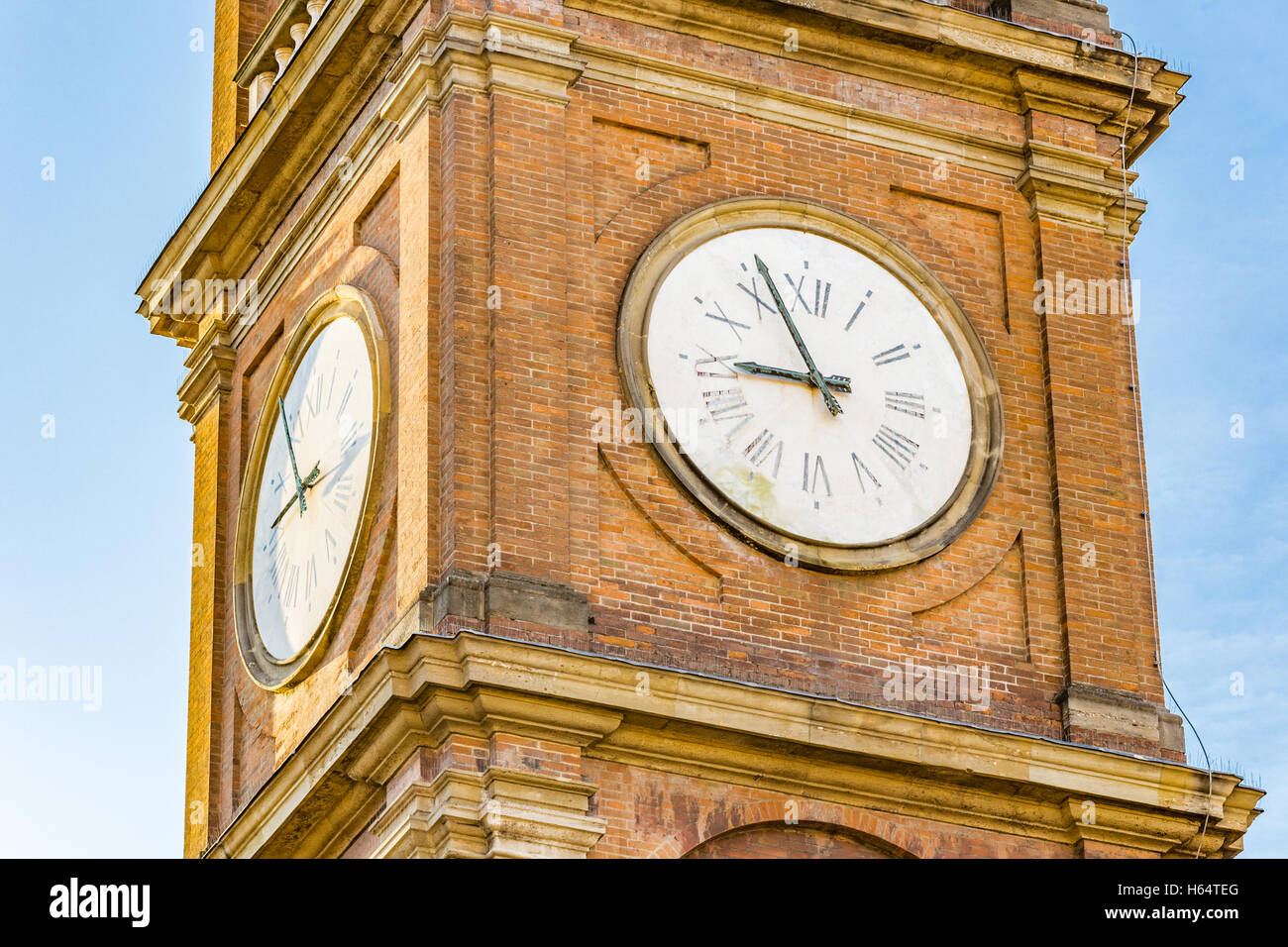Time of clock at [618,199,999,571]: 8:56
